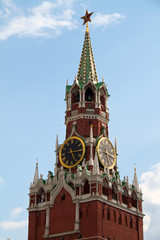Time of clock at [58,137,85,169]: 5:14
